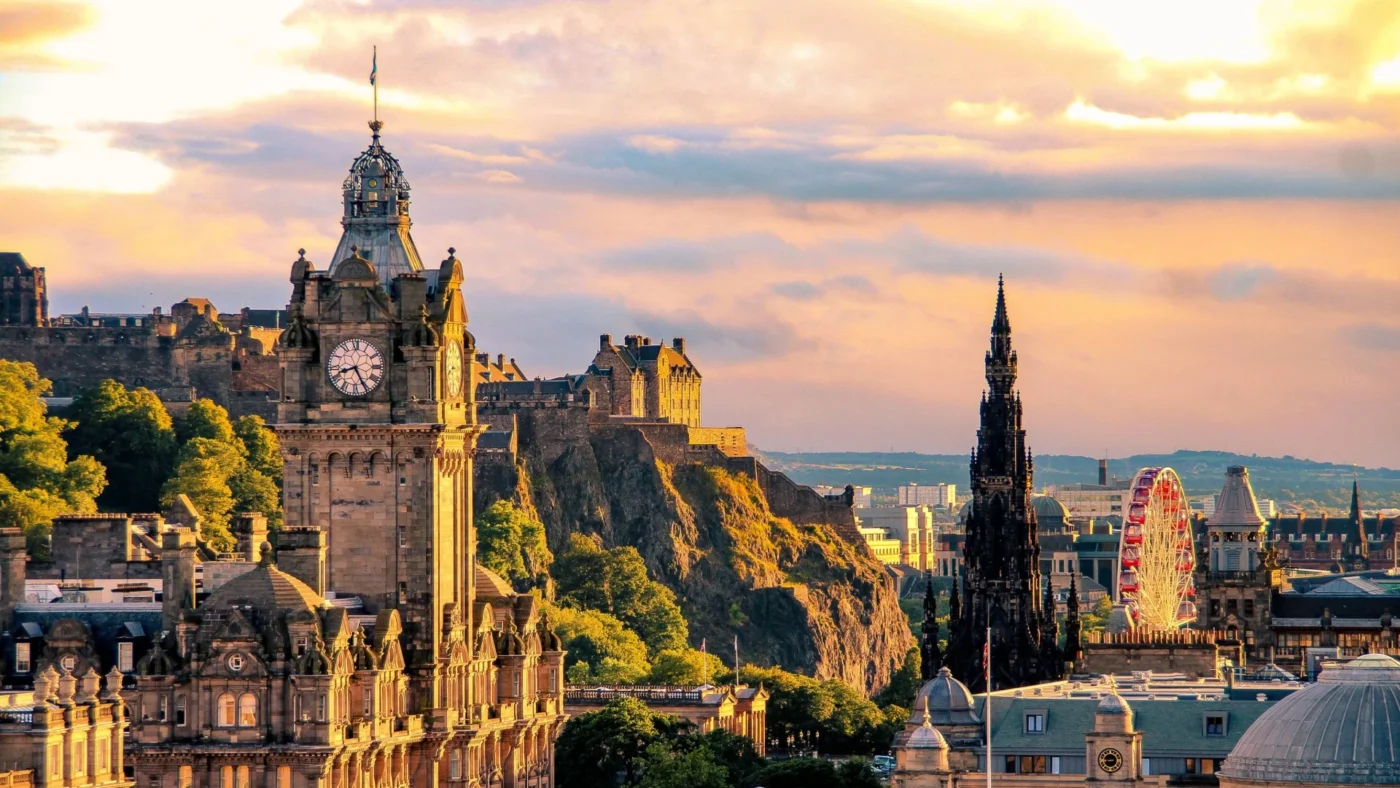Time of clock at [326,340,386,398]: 8:25
